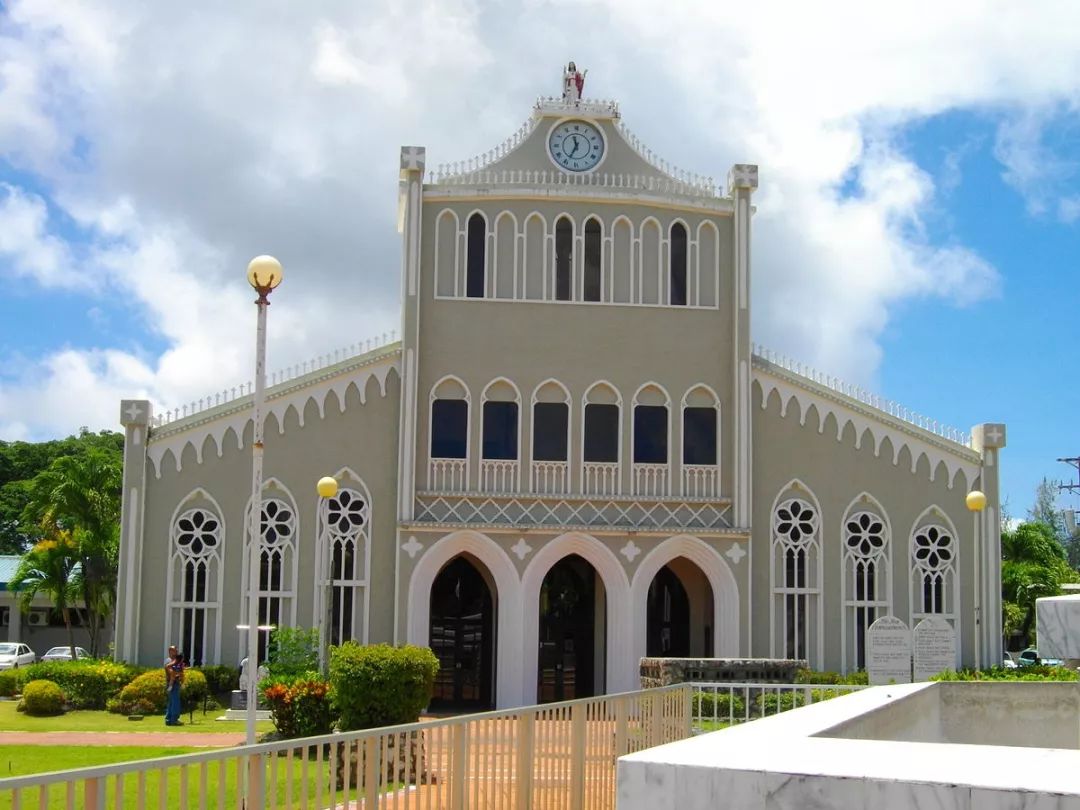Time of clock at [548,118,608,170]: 11:34
